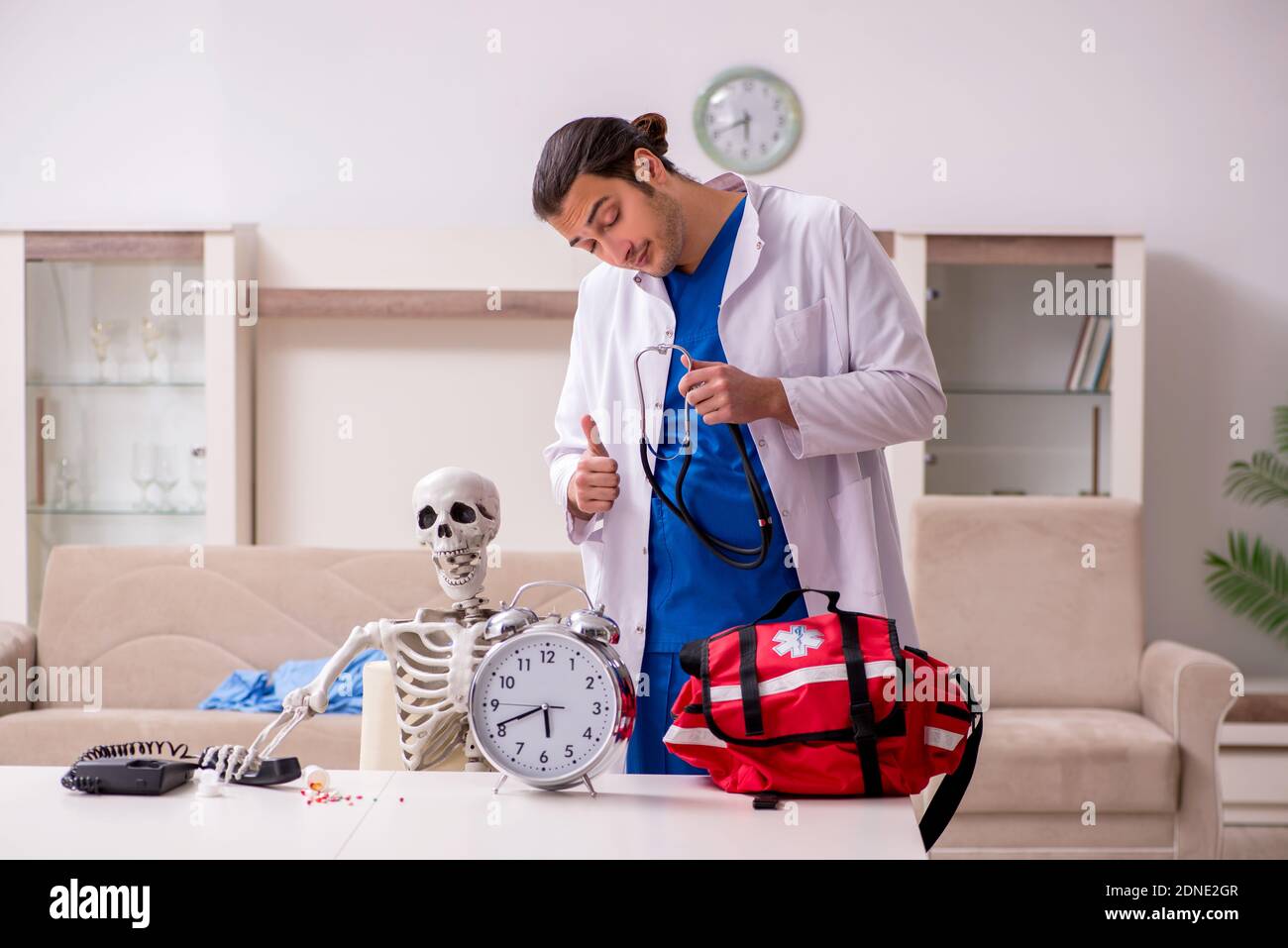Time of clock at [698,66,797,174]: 5:40
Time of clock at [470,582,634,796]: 5:41
